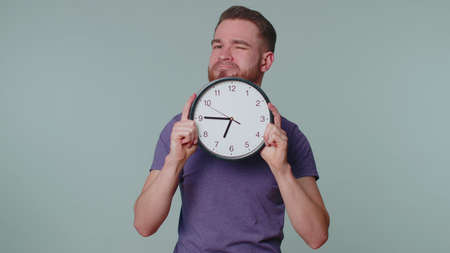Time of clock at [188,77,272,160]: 6:45
